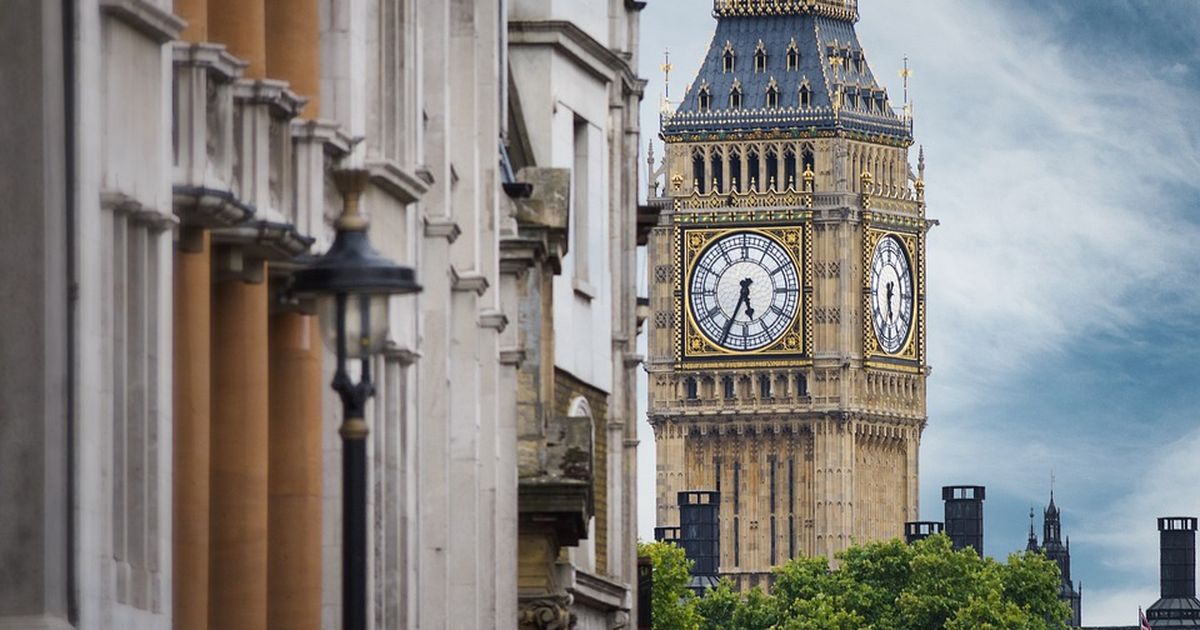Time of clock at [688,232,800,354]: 5:34
